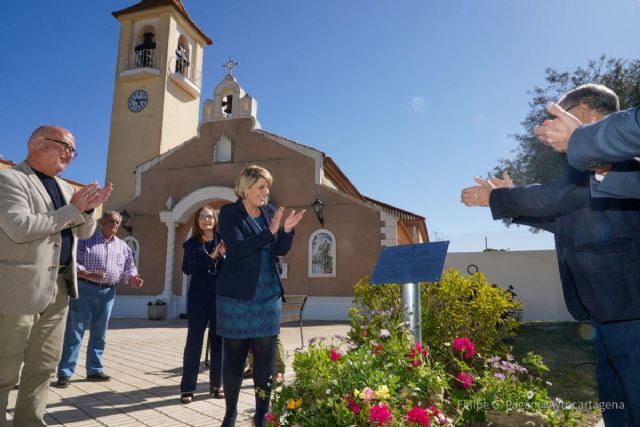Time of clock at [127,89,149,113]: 5:14
